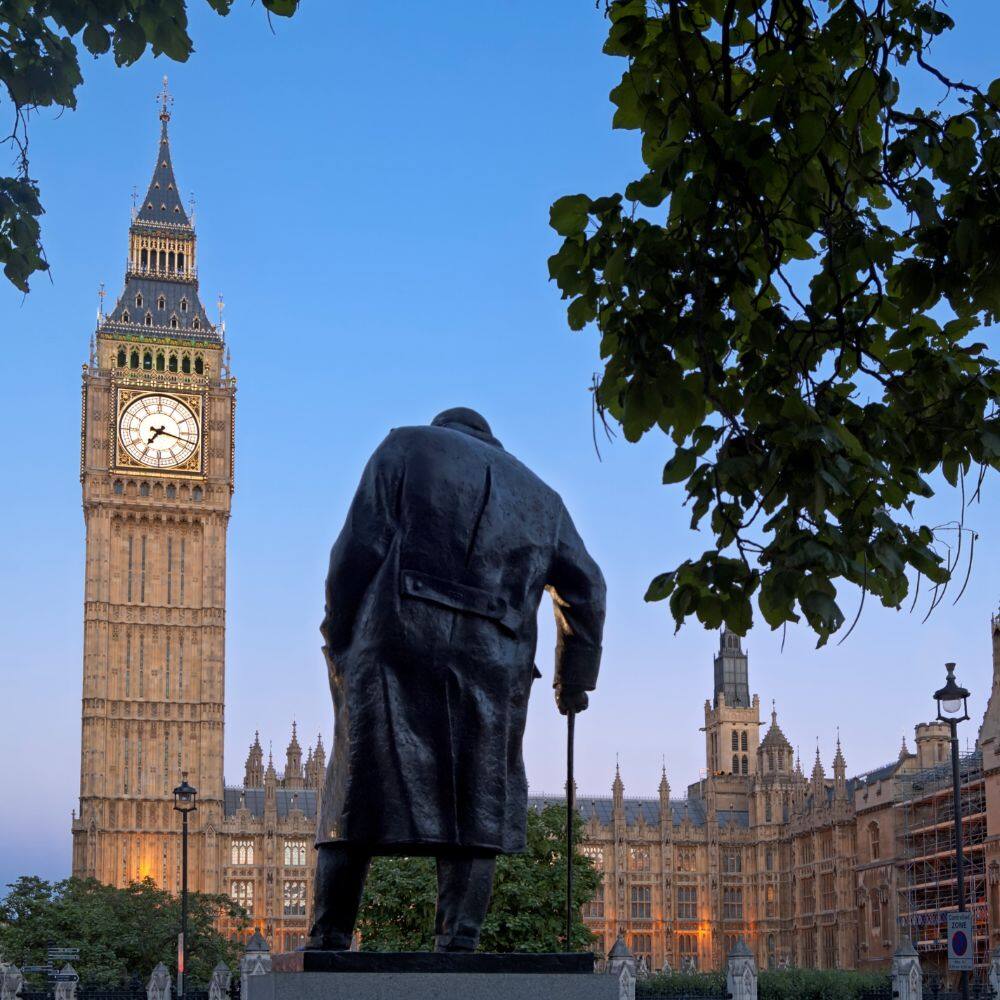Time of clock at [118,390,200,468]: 7:17
